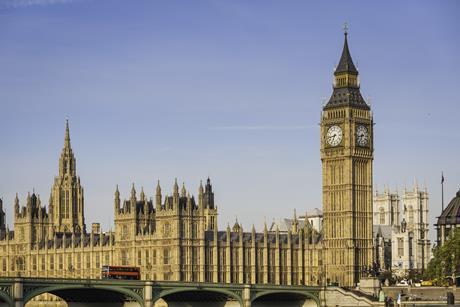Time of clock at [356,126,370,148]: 6:42
